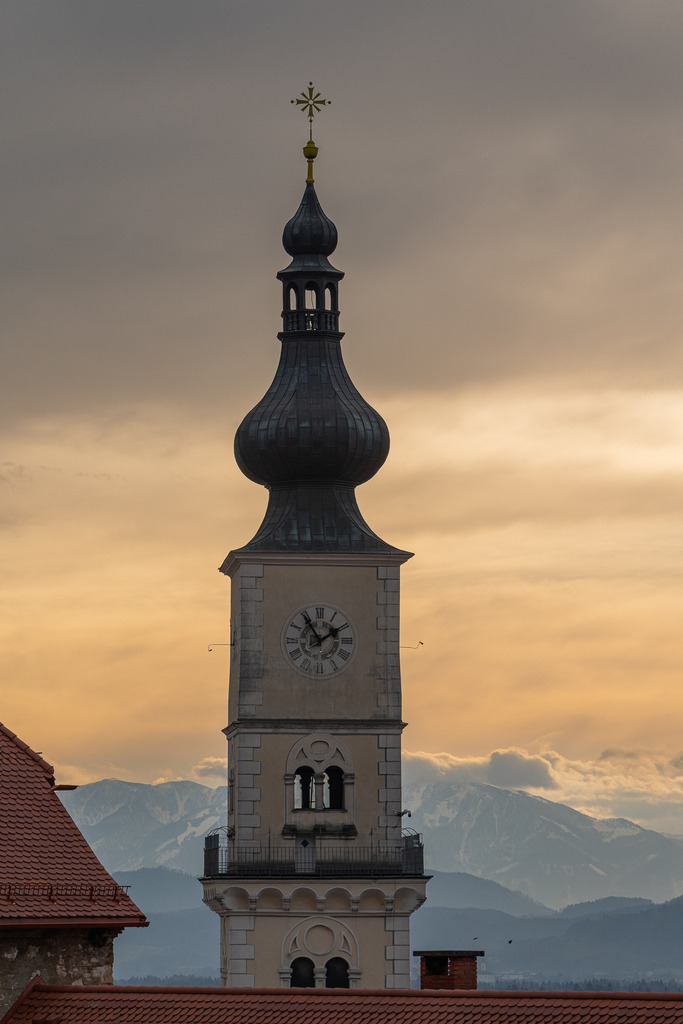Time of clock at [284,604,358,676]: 1:54
